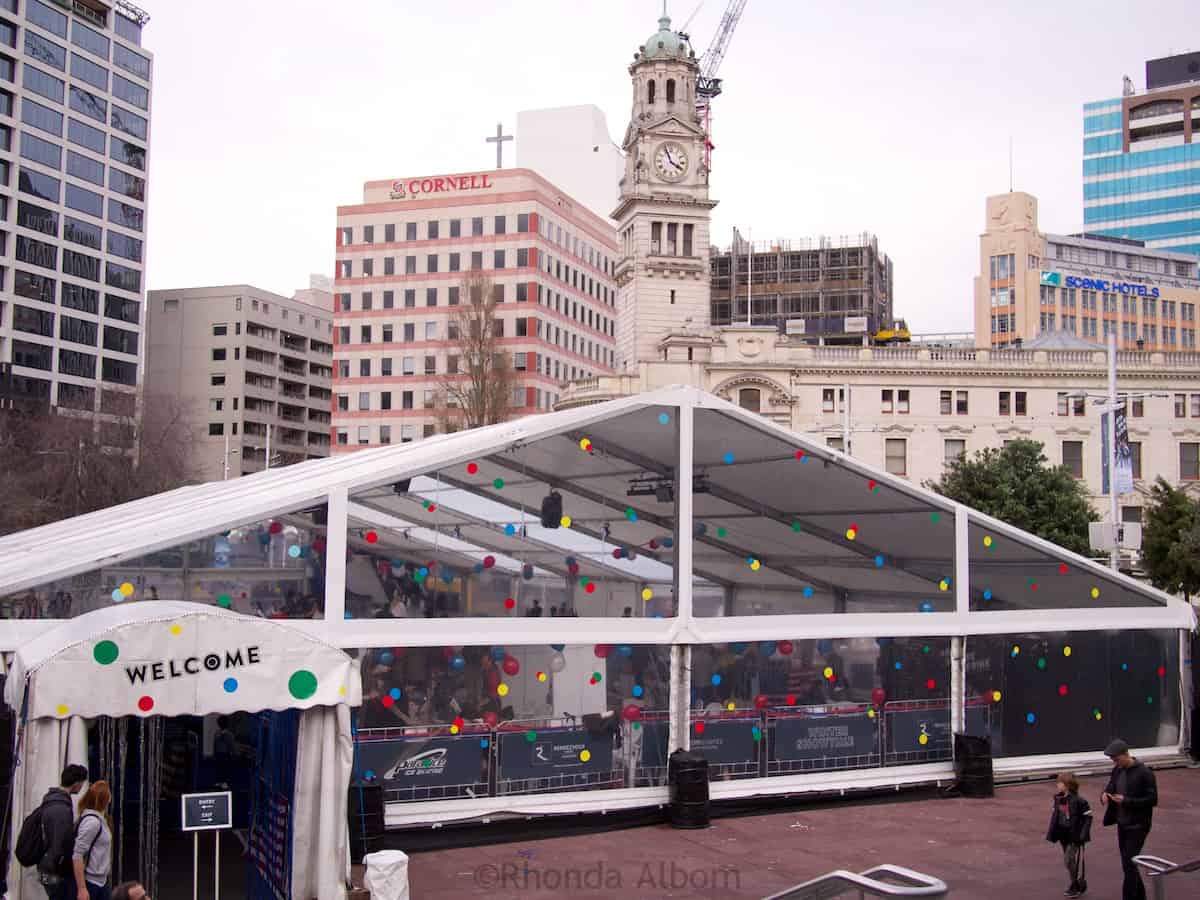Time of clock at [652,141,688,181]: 3:56
